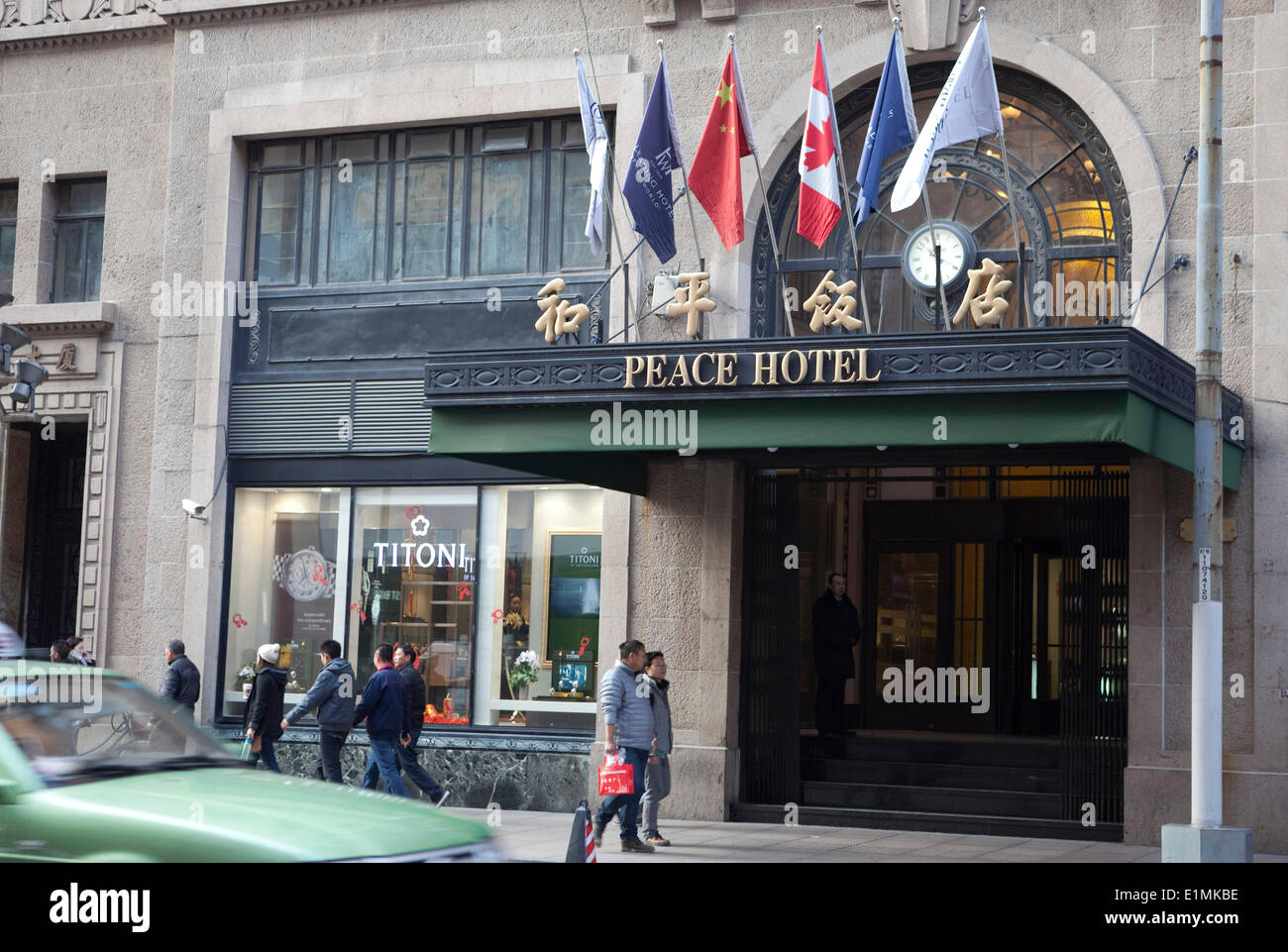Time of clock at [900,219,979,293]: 11:29
